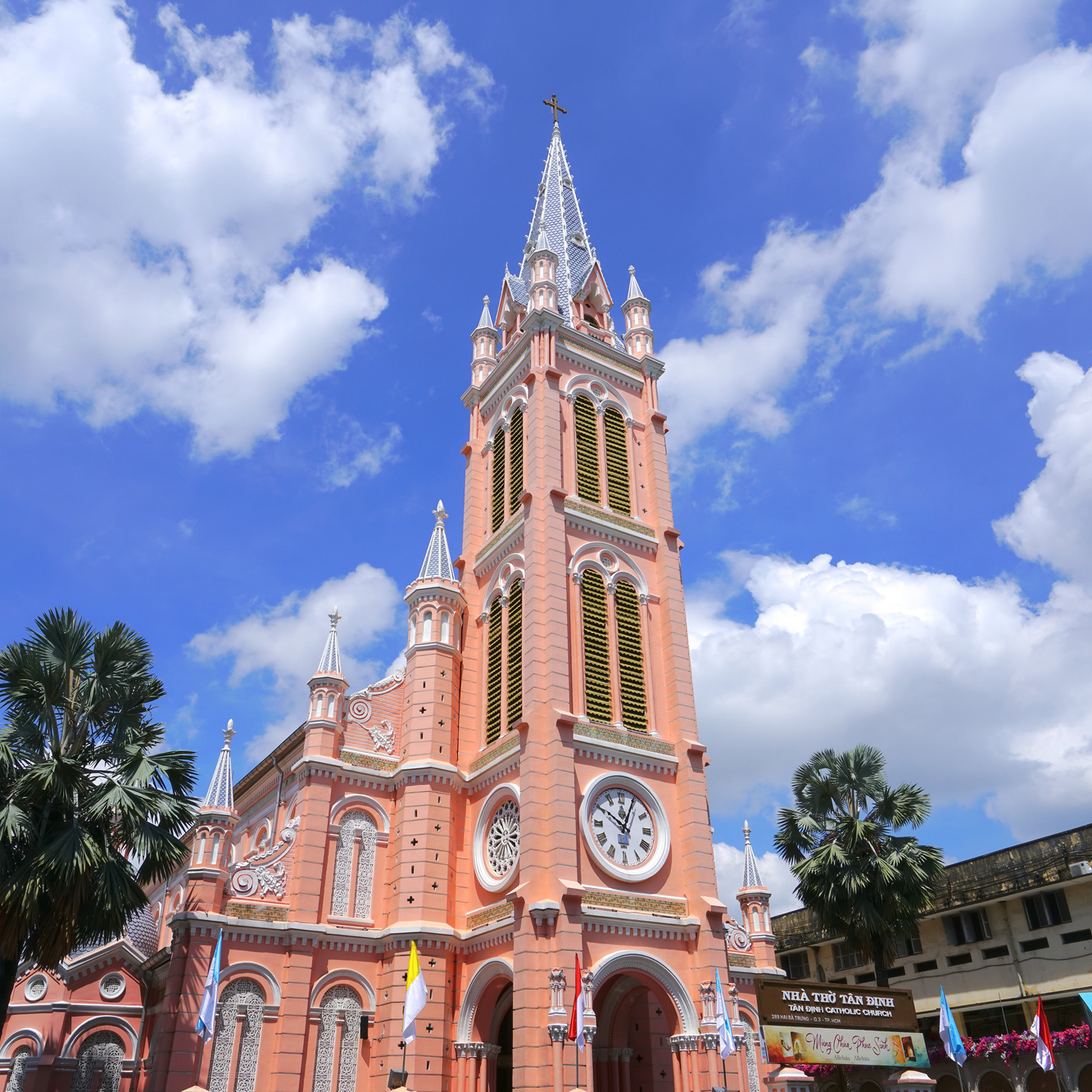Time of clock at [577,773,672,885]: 10:04
